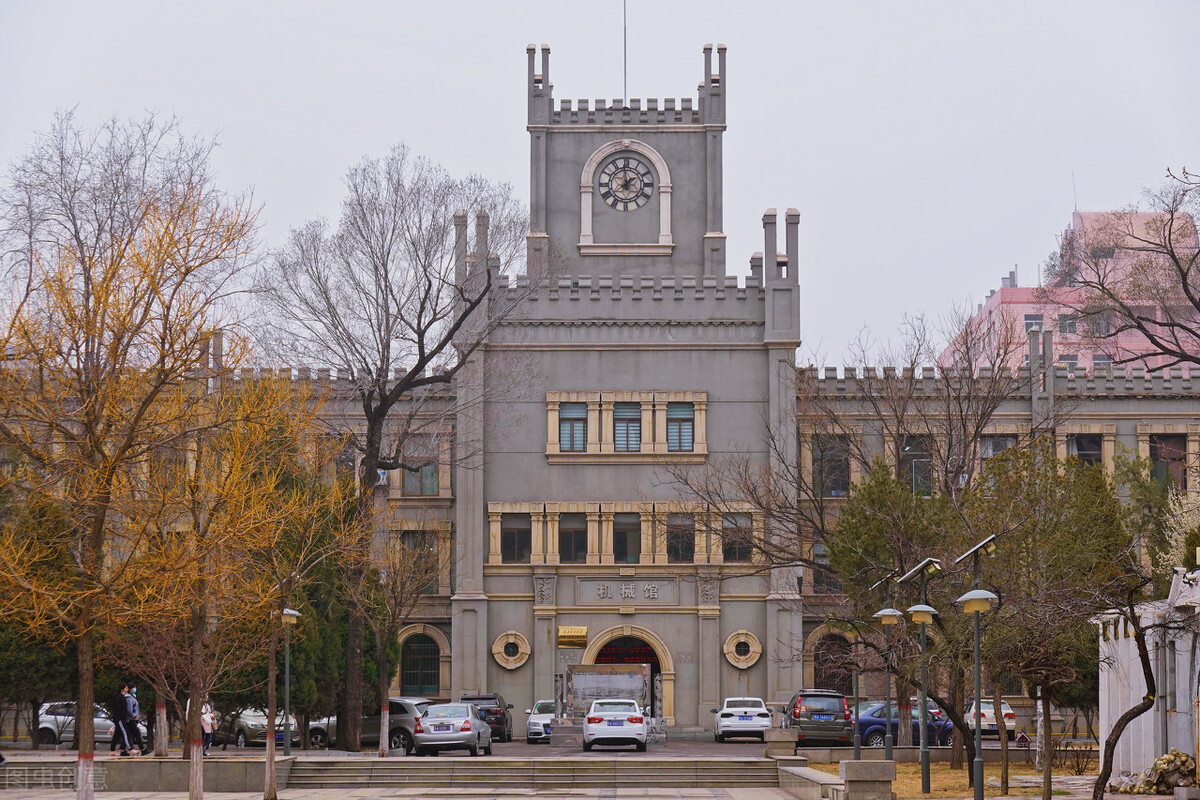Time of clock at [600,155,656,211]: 1:59
